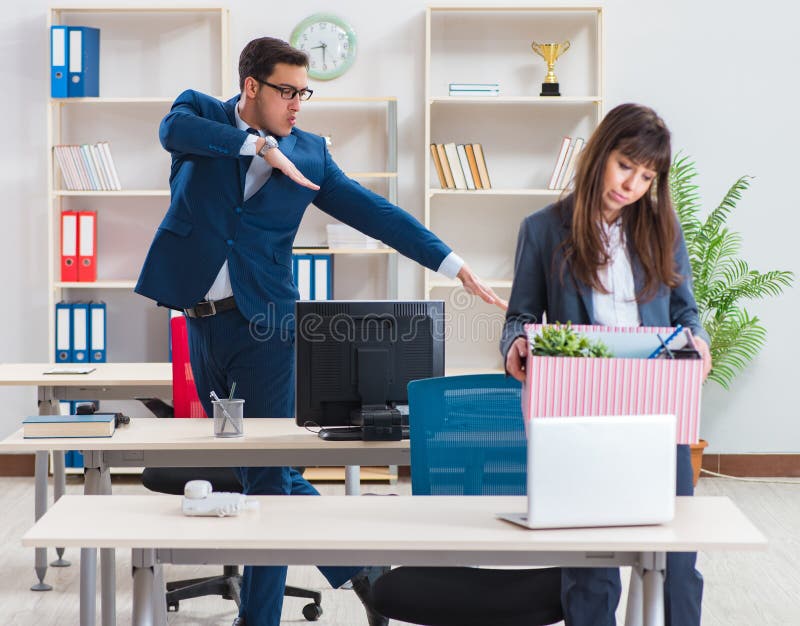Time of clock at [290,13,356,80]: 8:29
